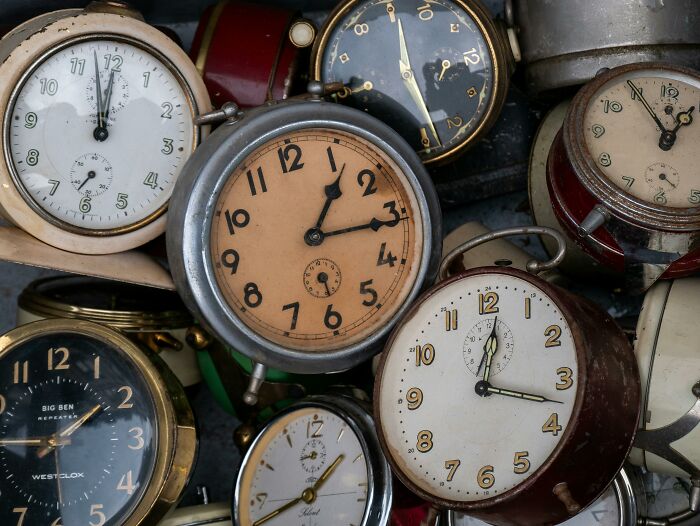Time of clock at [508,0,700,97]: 12:54
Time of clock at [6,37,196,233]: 11:57
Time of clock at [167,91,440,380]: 1:16
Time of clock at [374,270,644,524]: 12:16
